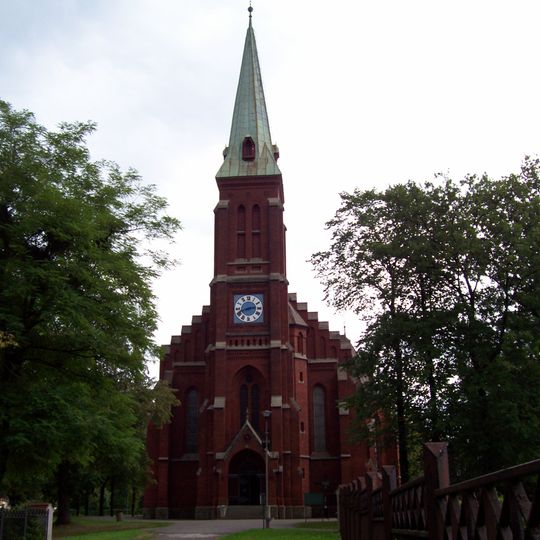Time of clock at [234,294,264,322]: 2:41
